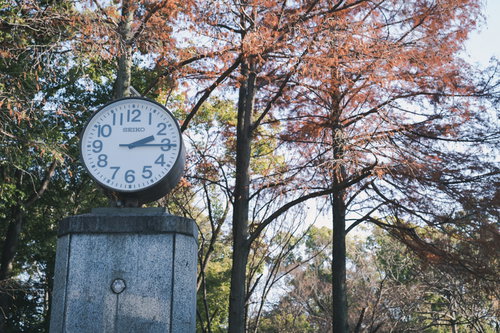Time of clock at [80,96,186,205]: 2:15
